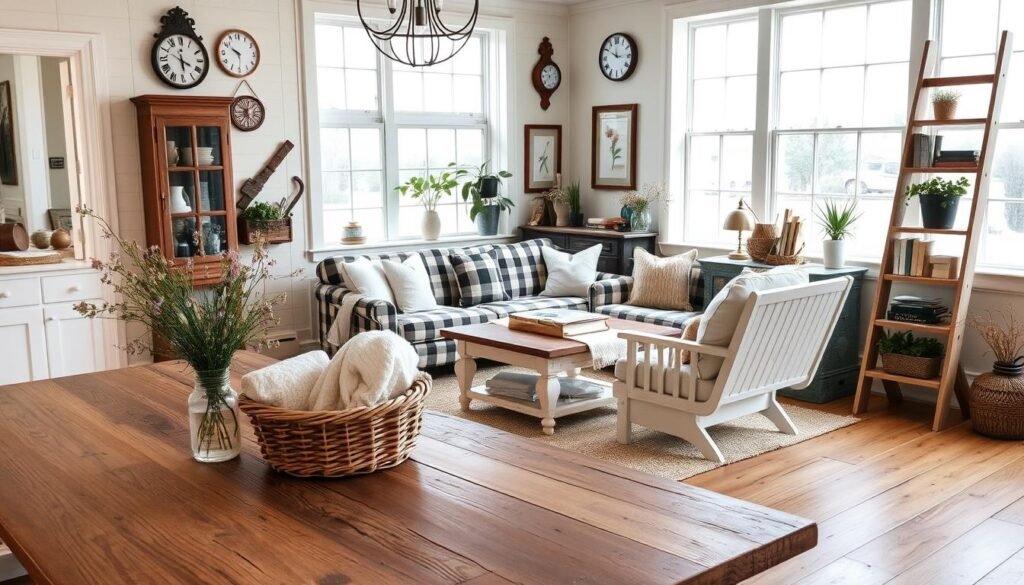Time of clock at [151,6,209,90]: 5:49
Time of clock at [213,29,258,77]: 9:50
